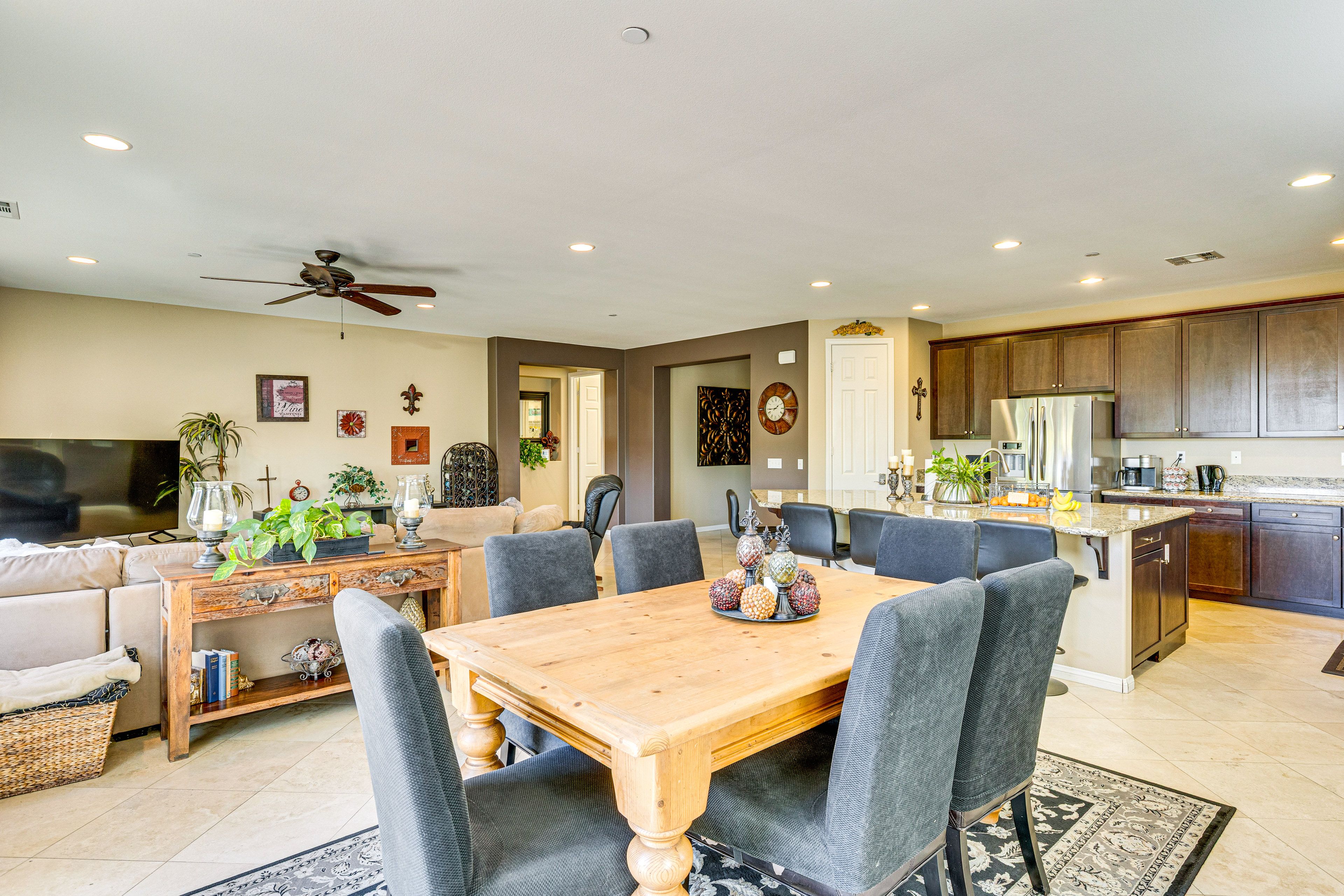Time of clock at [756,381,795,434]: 1:43
